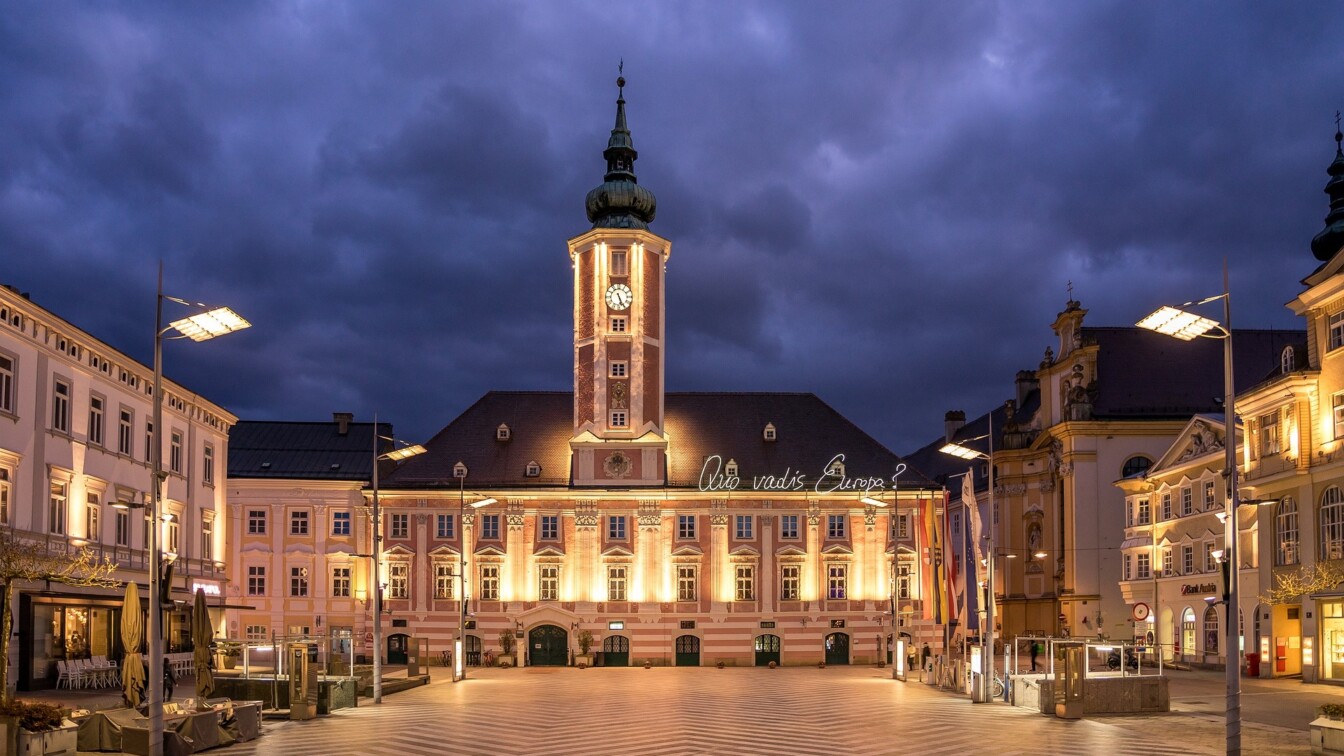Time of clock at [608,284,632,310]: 5:26
